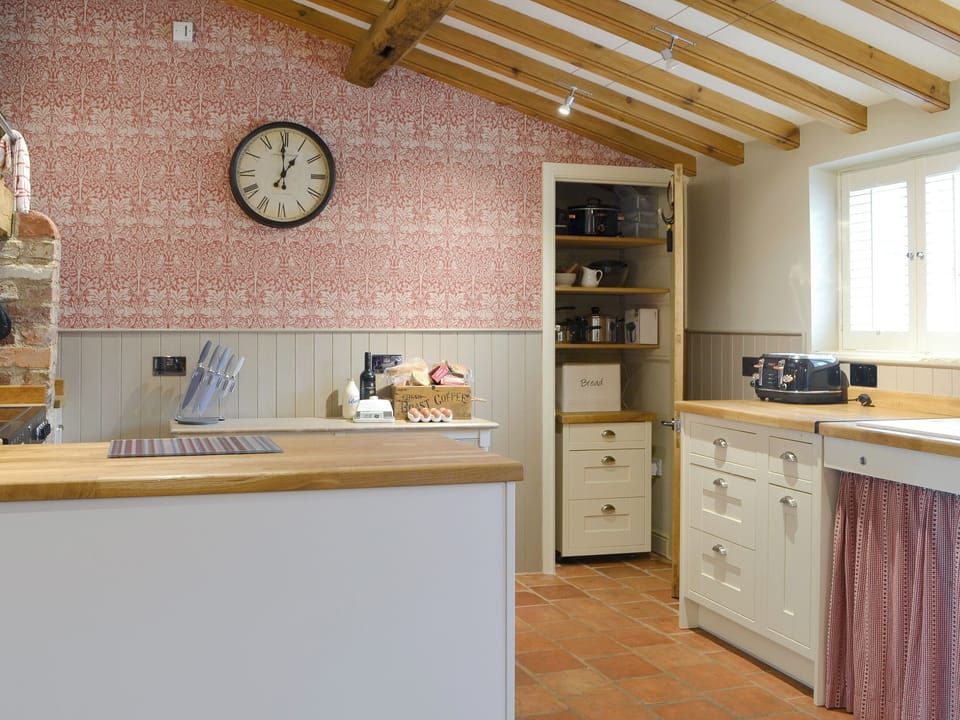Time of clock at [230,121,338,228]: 12:59
